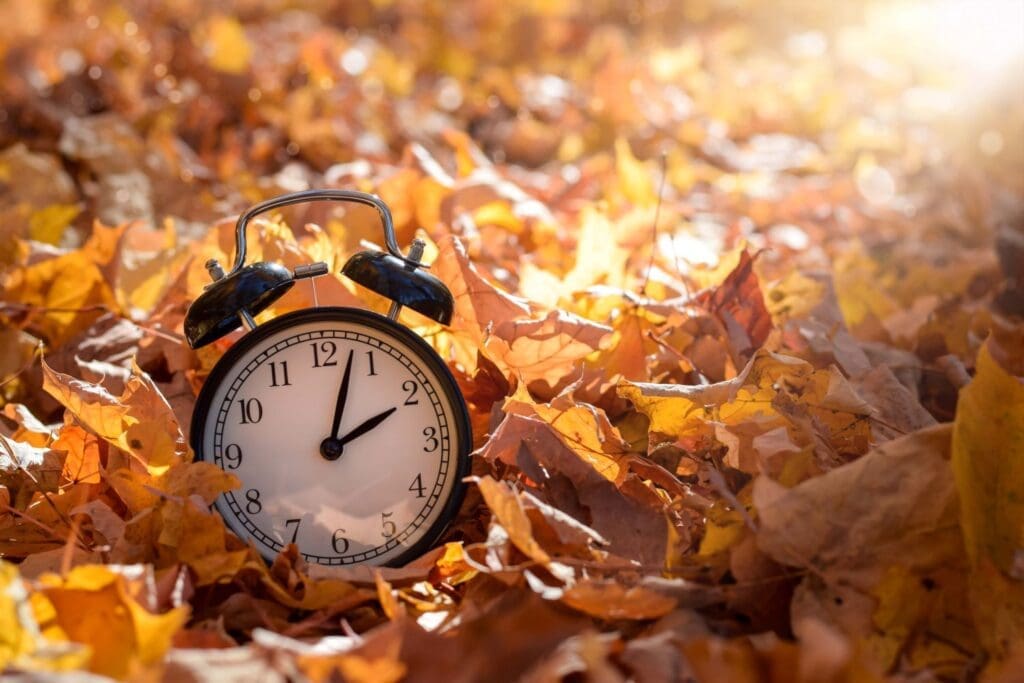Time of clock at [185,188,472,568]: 2:02
